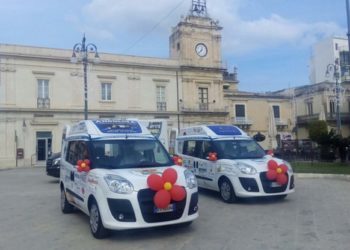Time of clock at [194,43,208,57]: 12:37
